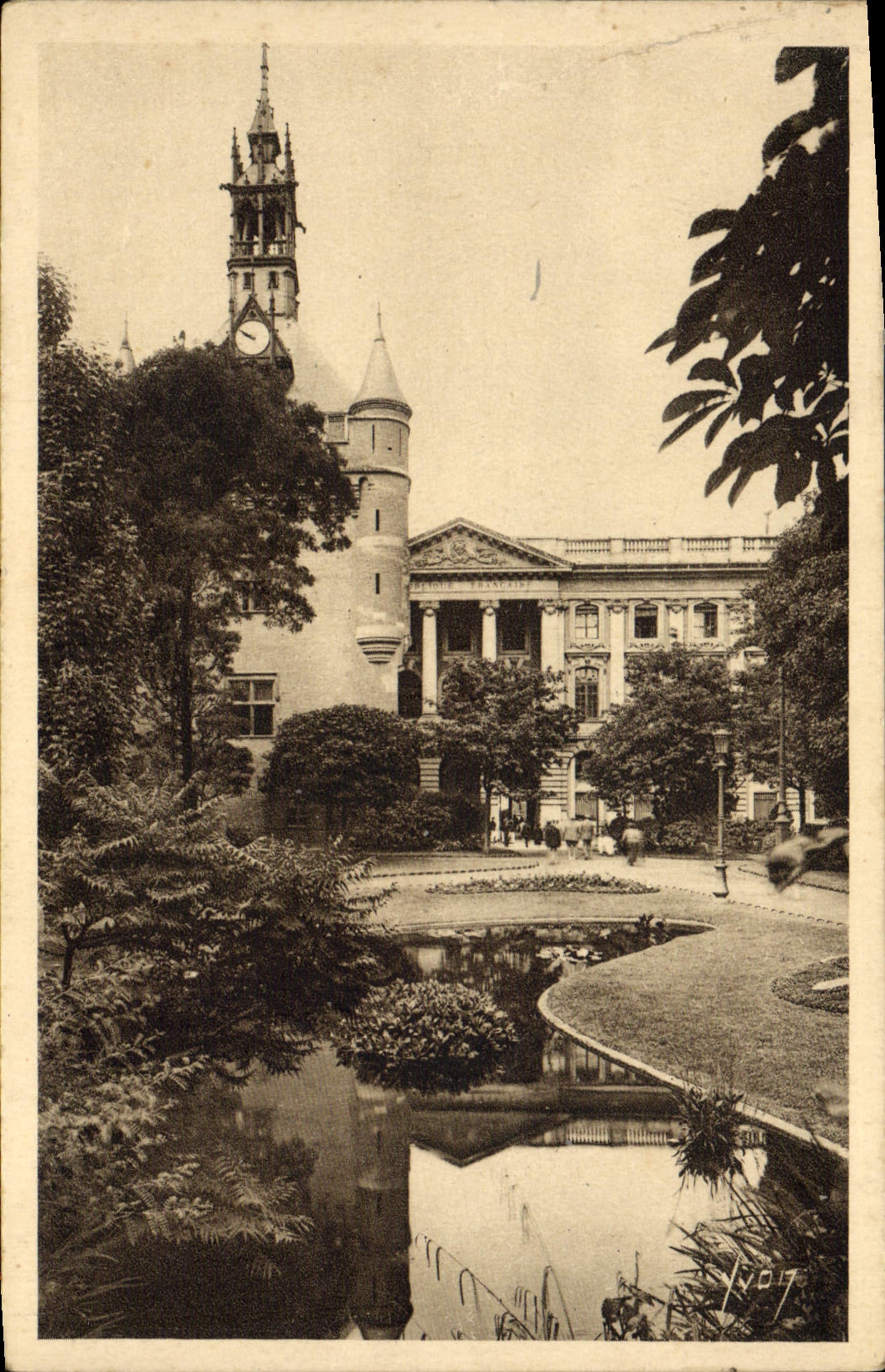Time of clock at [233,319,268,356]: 9:50
